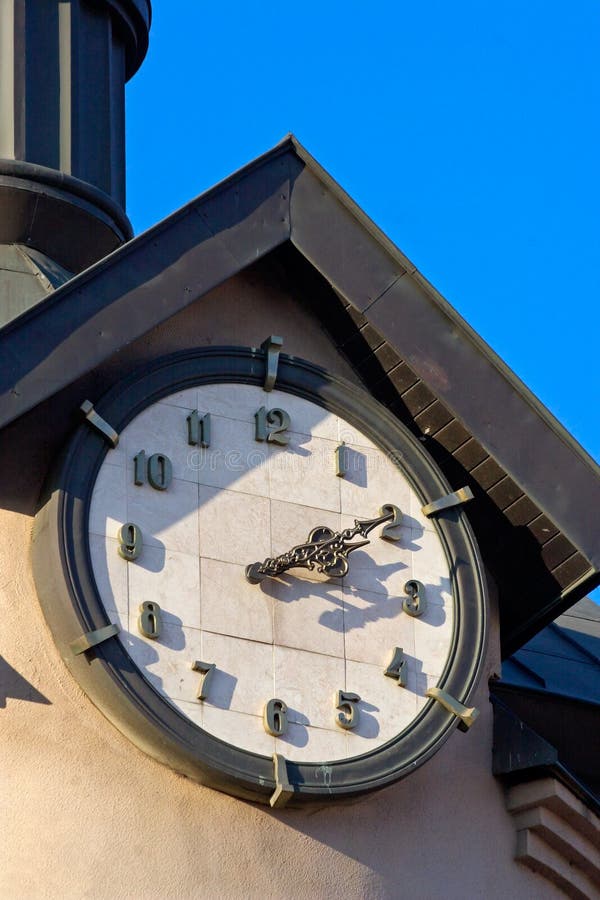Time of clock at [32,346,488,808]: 3:09
